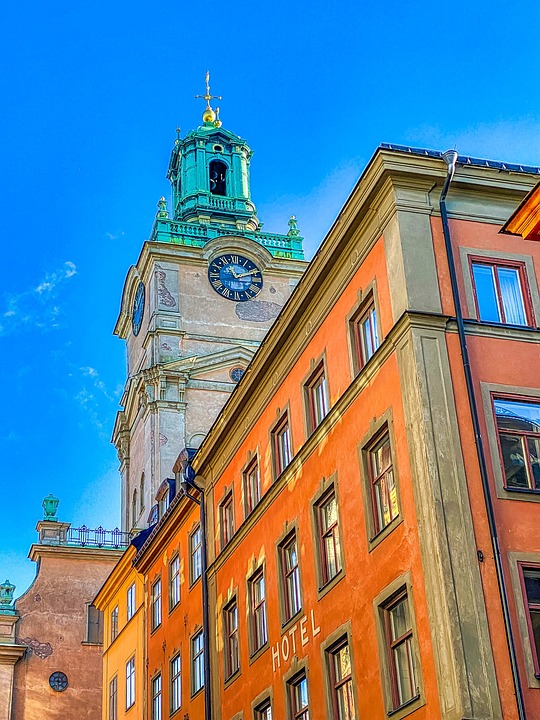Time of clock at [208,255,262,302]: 11:11
